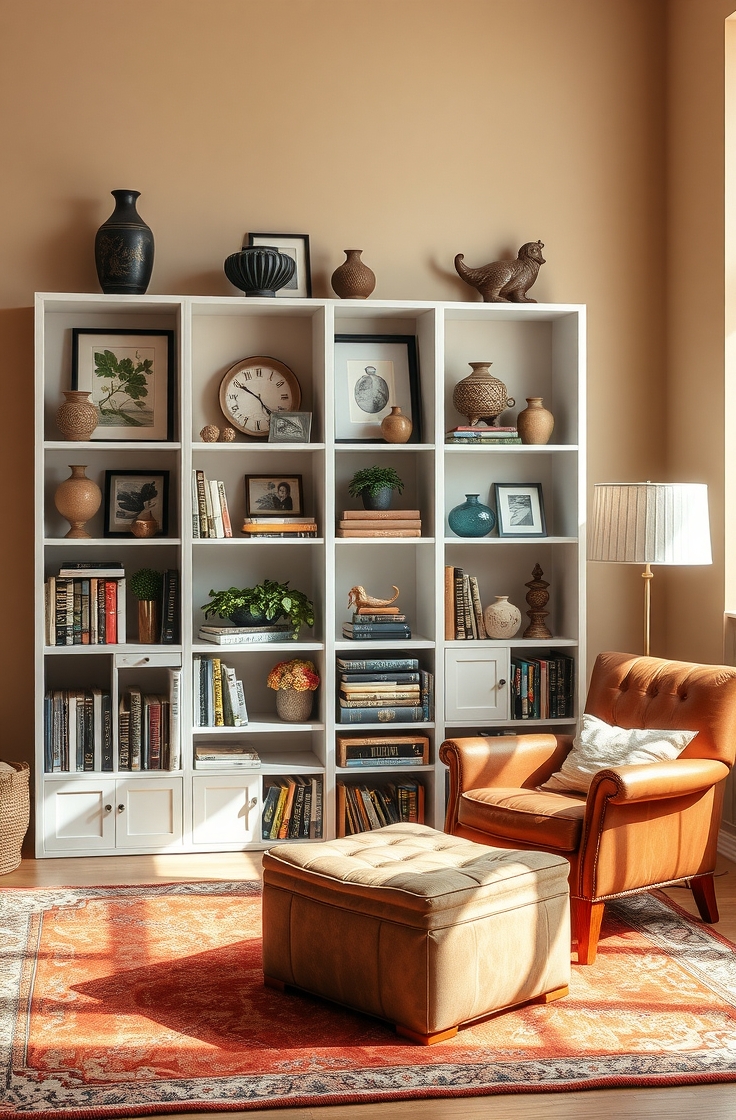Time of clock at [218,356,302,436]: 4:50
